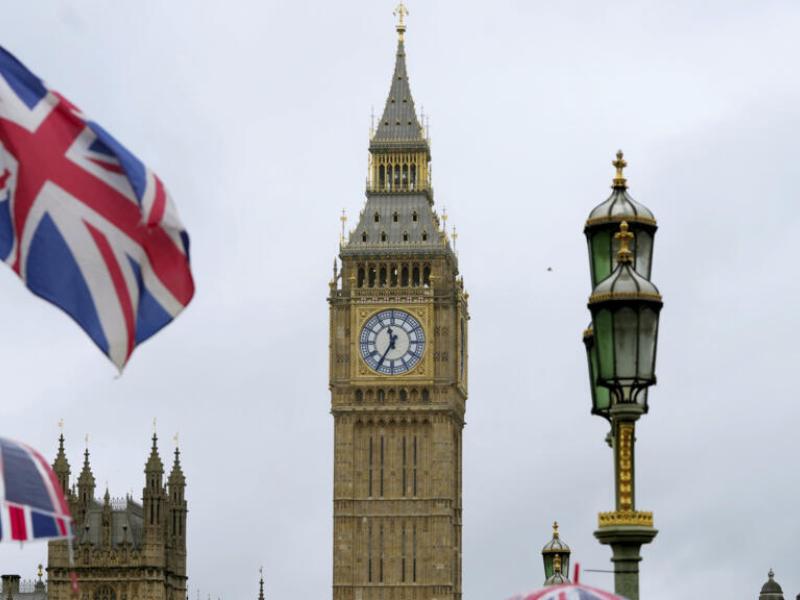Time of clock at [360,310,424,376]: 11:35
